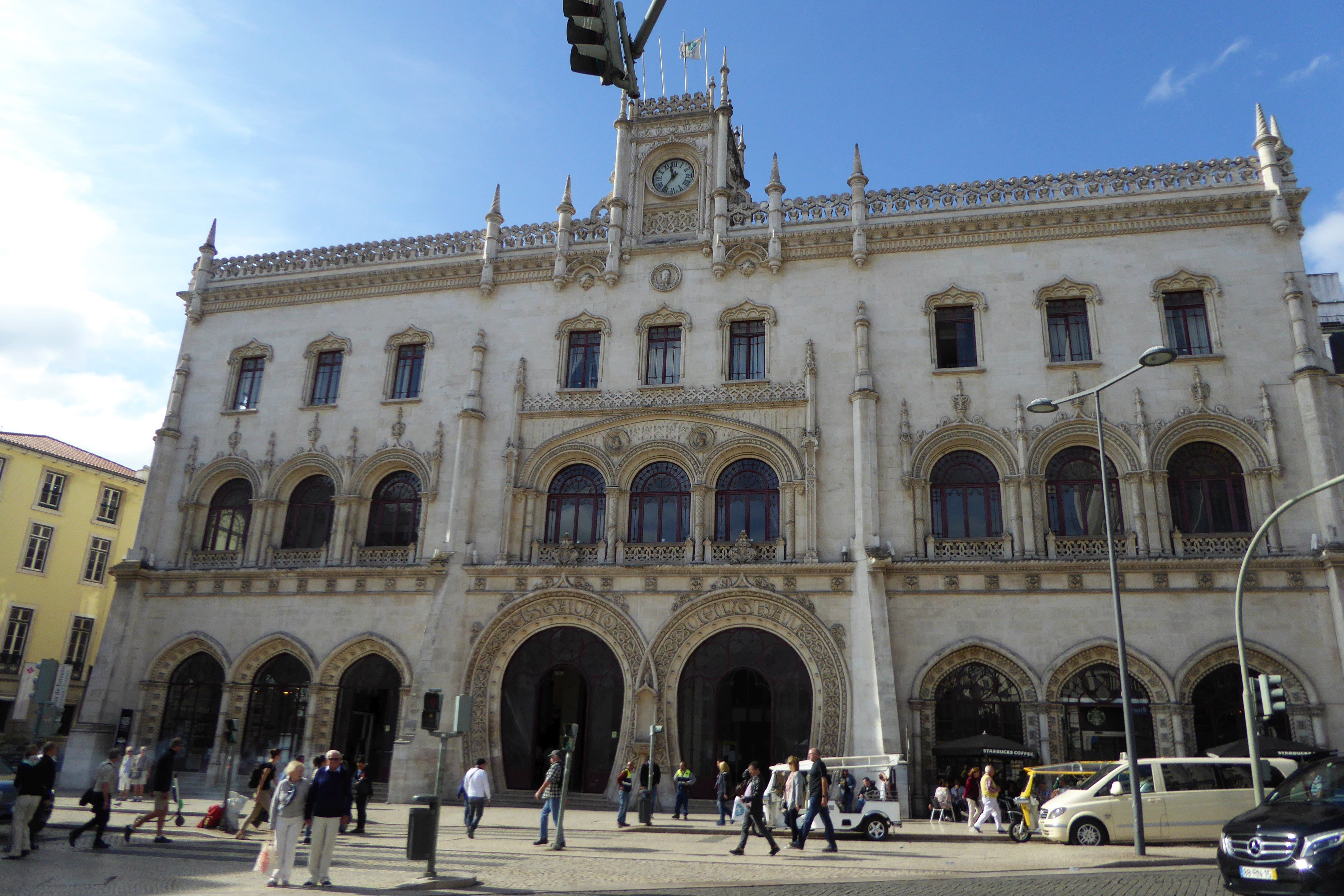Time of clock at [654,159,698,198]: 11:35
